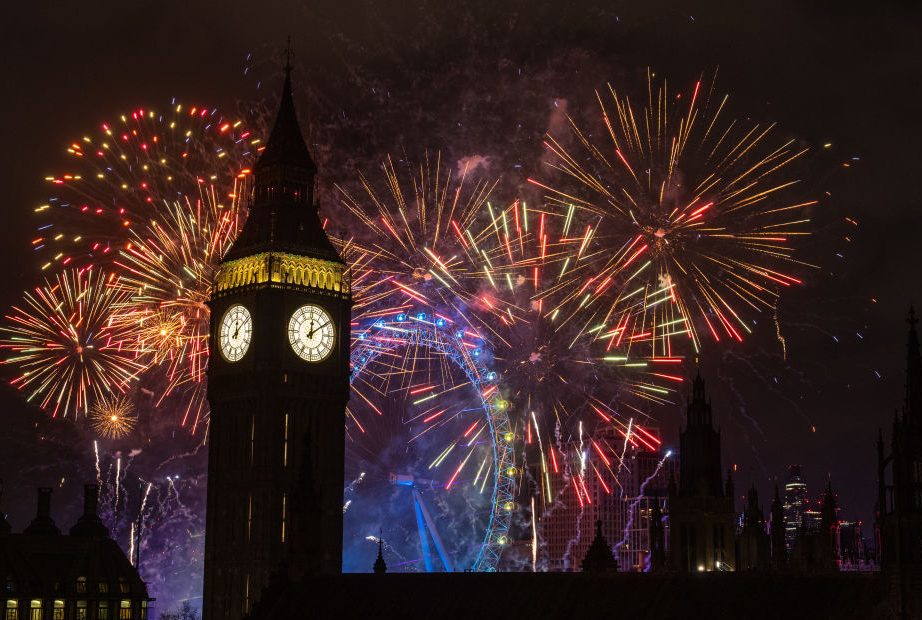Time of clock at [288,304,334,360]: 12:09
